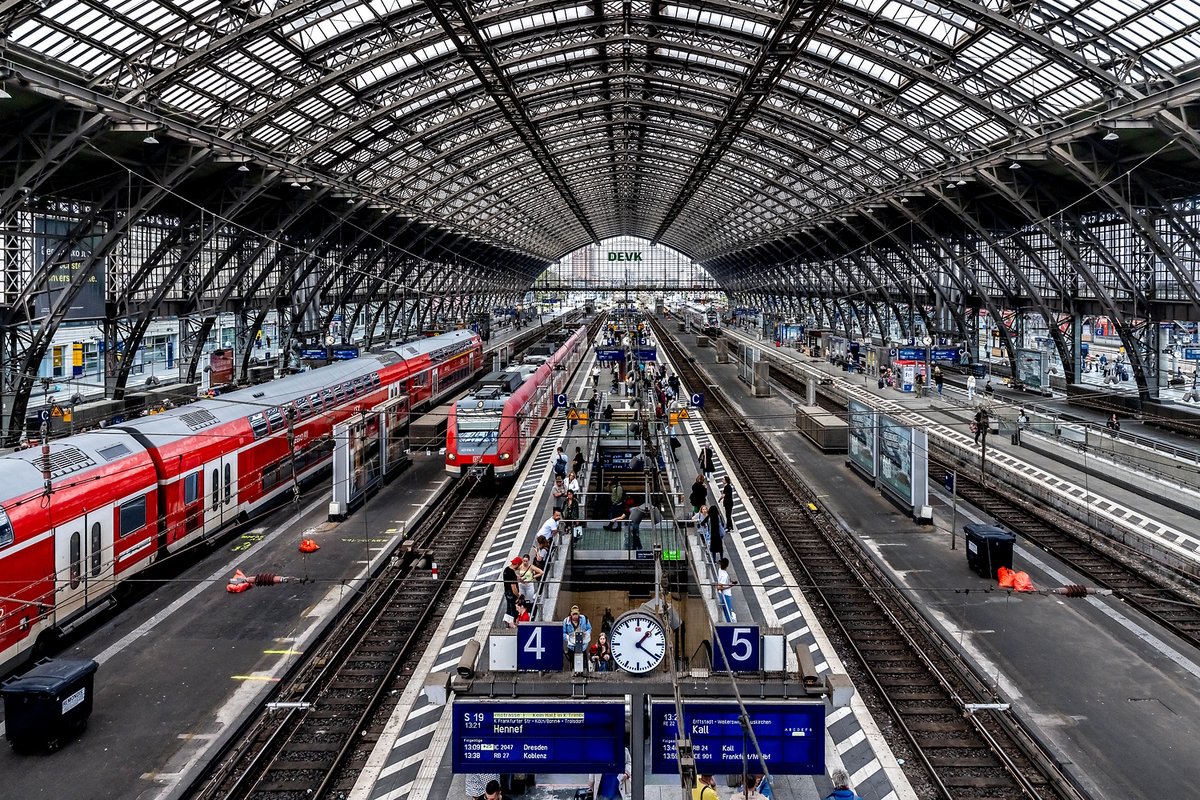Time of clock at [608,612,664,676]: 1:21
